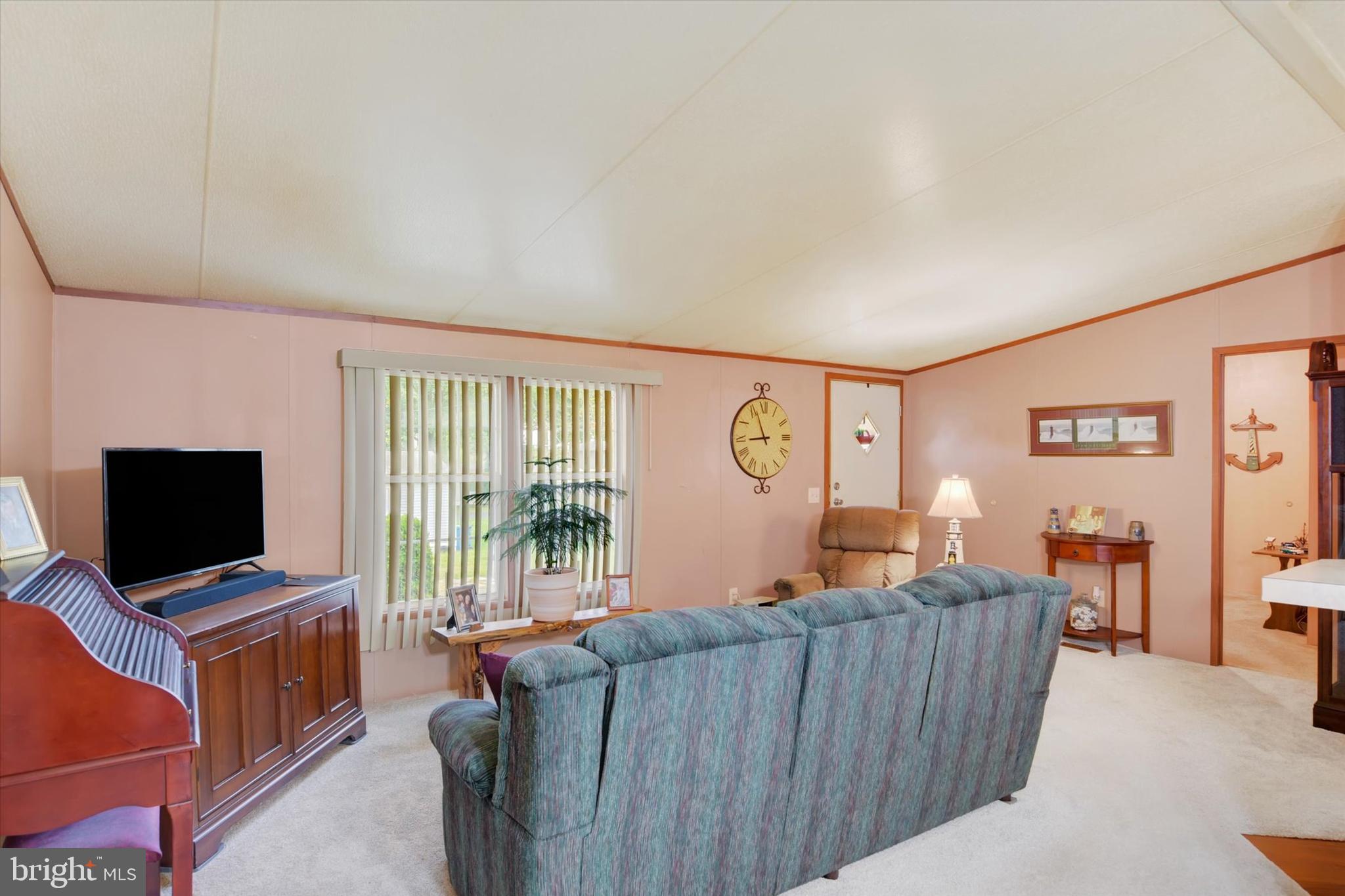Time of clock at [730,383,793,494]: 8:56
